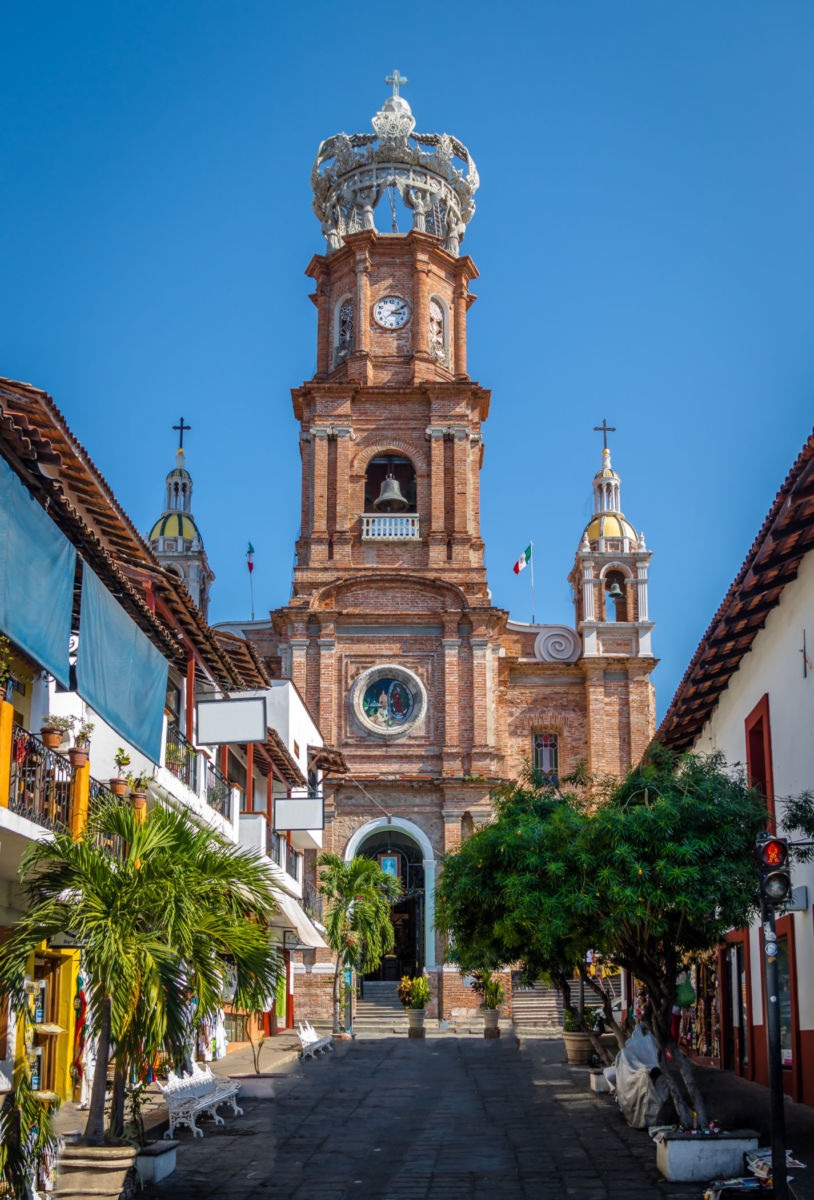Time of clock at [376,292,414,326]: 3:09
